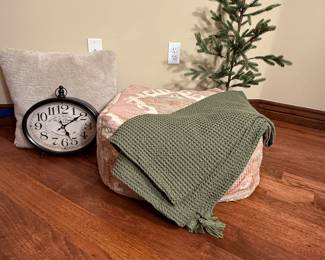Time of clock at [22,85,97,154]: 5:08
